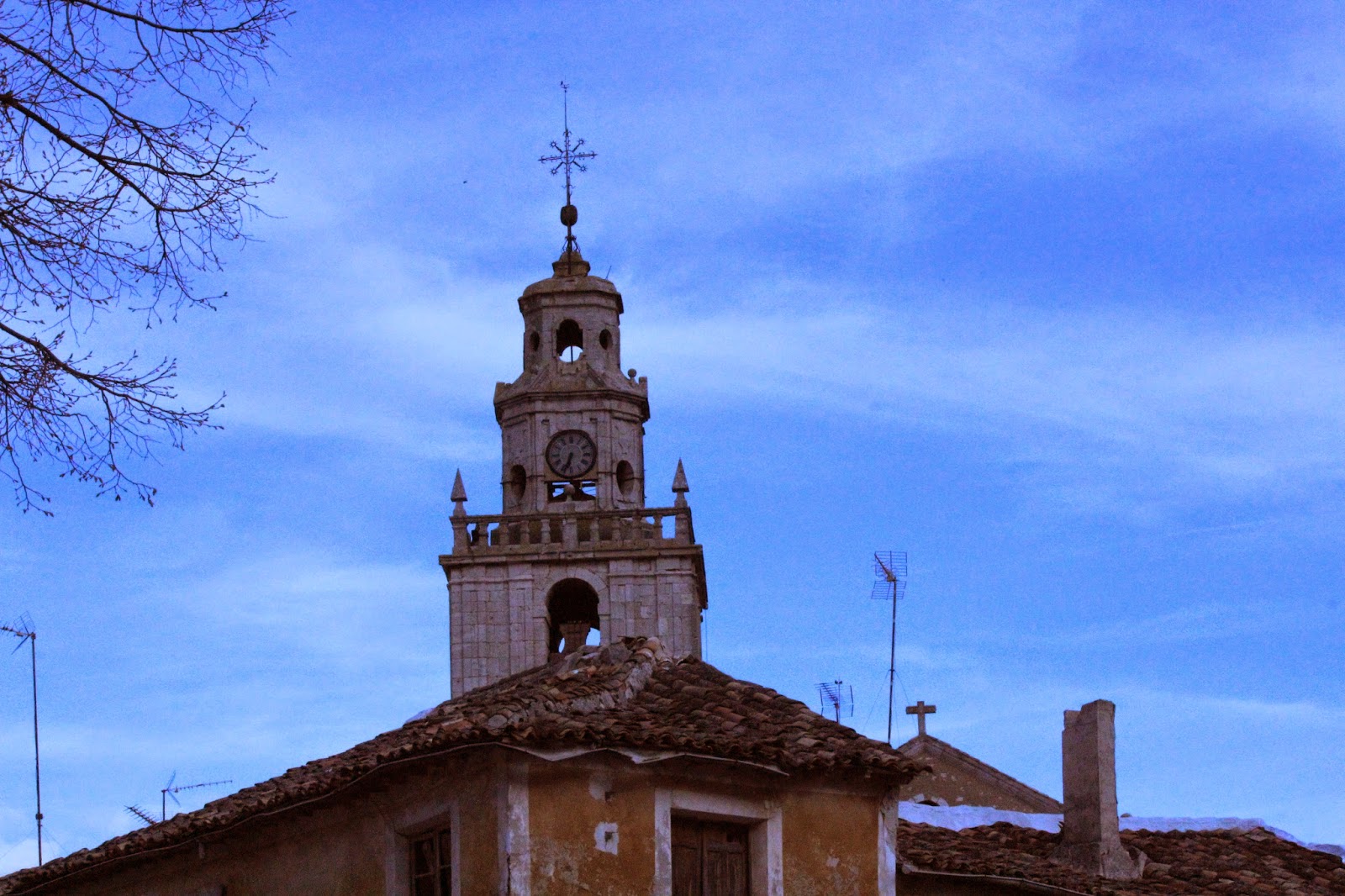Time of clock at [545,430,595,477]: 6:34
